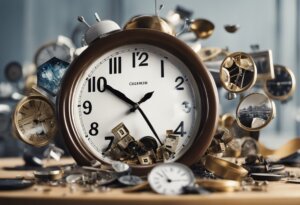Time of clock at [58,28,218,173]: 10:24
